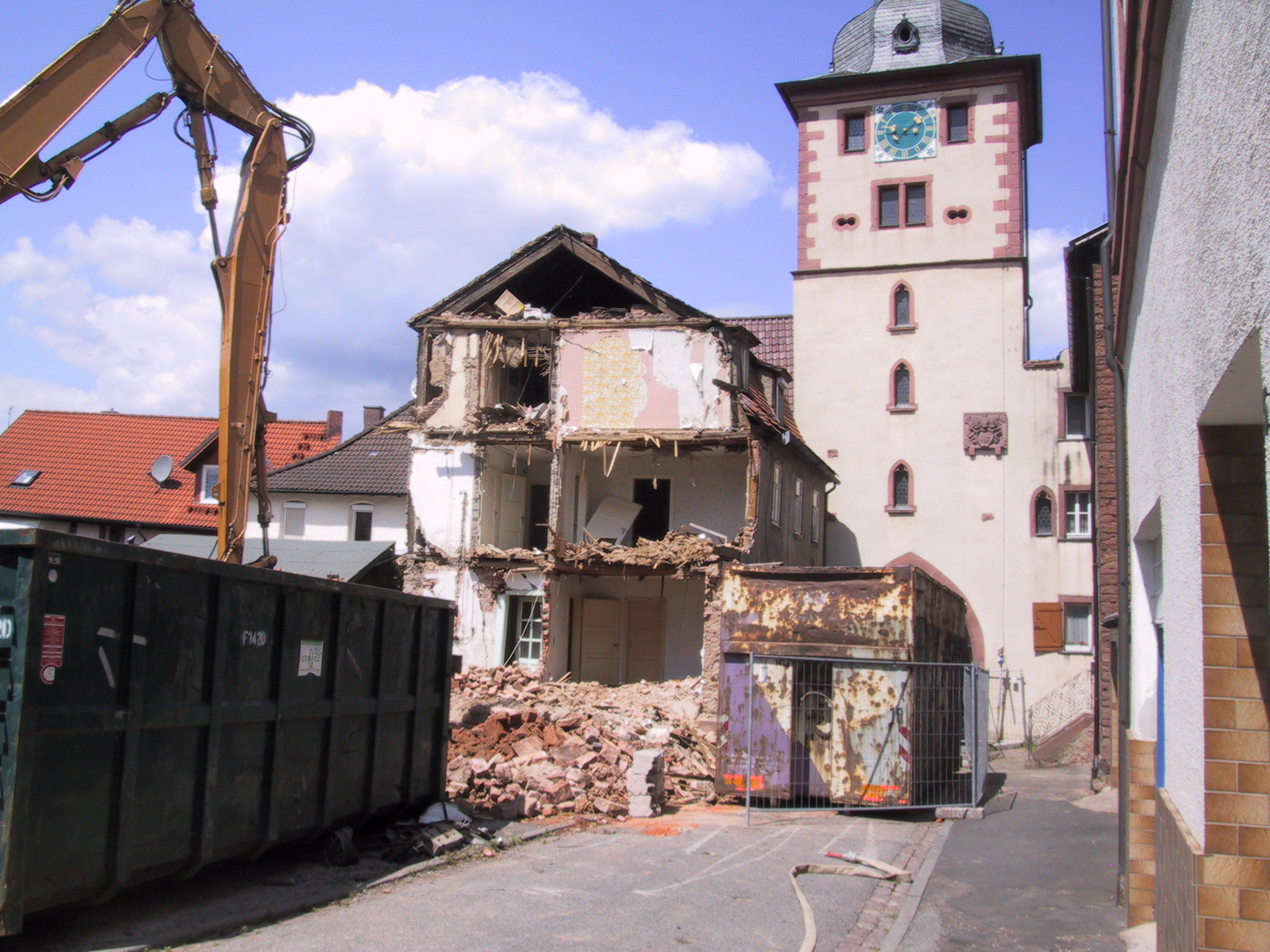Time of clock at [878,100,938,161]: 3:09
